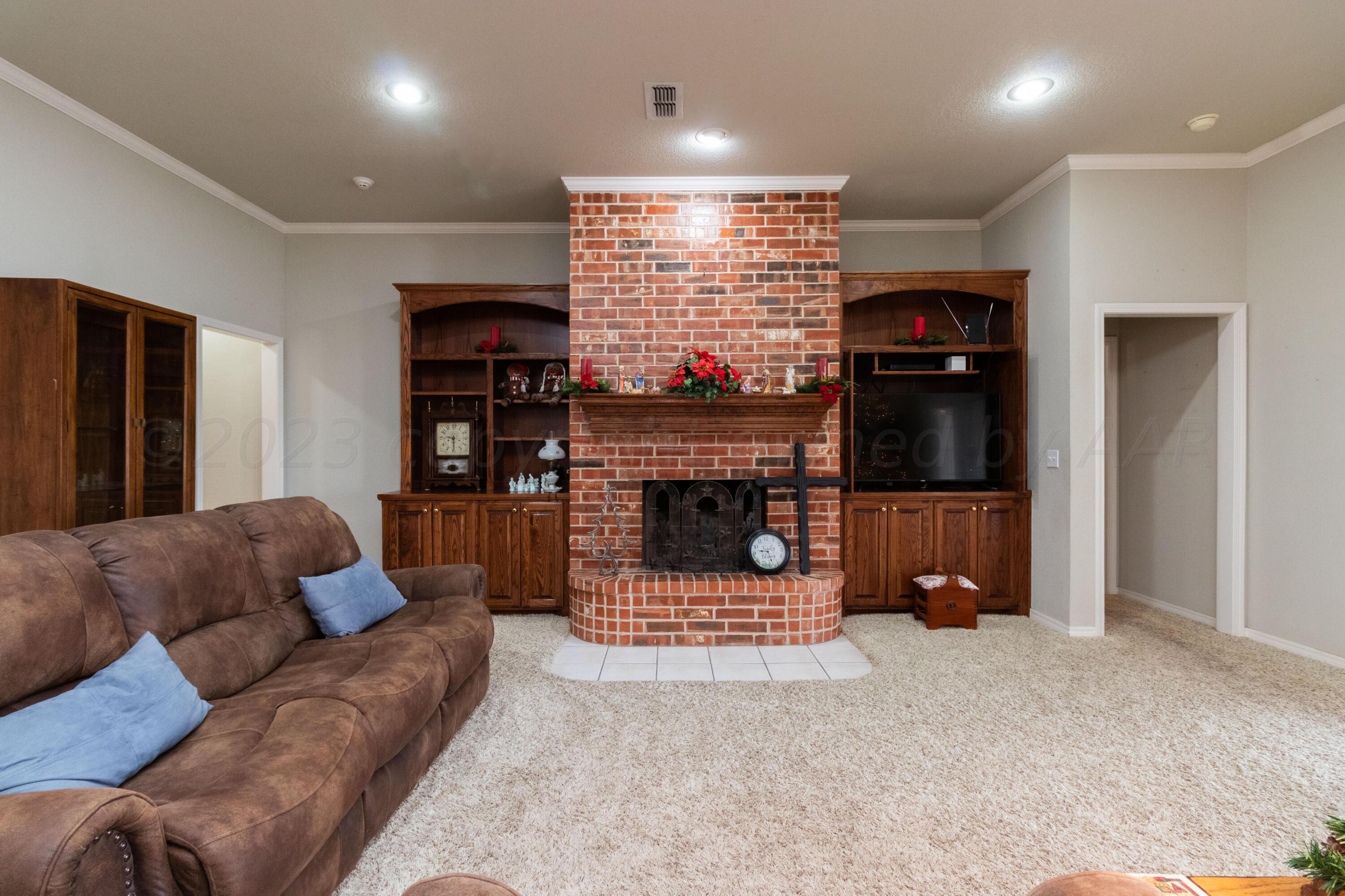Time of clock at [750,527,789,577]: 9:27
